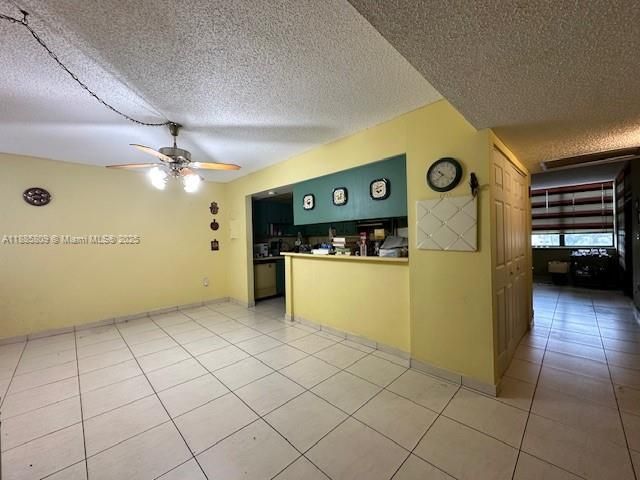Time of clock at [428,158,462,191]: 10:38
